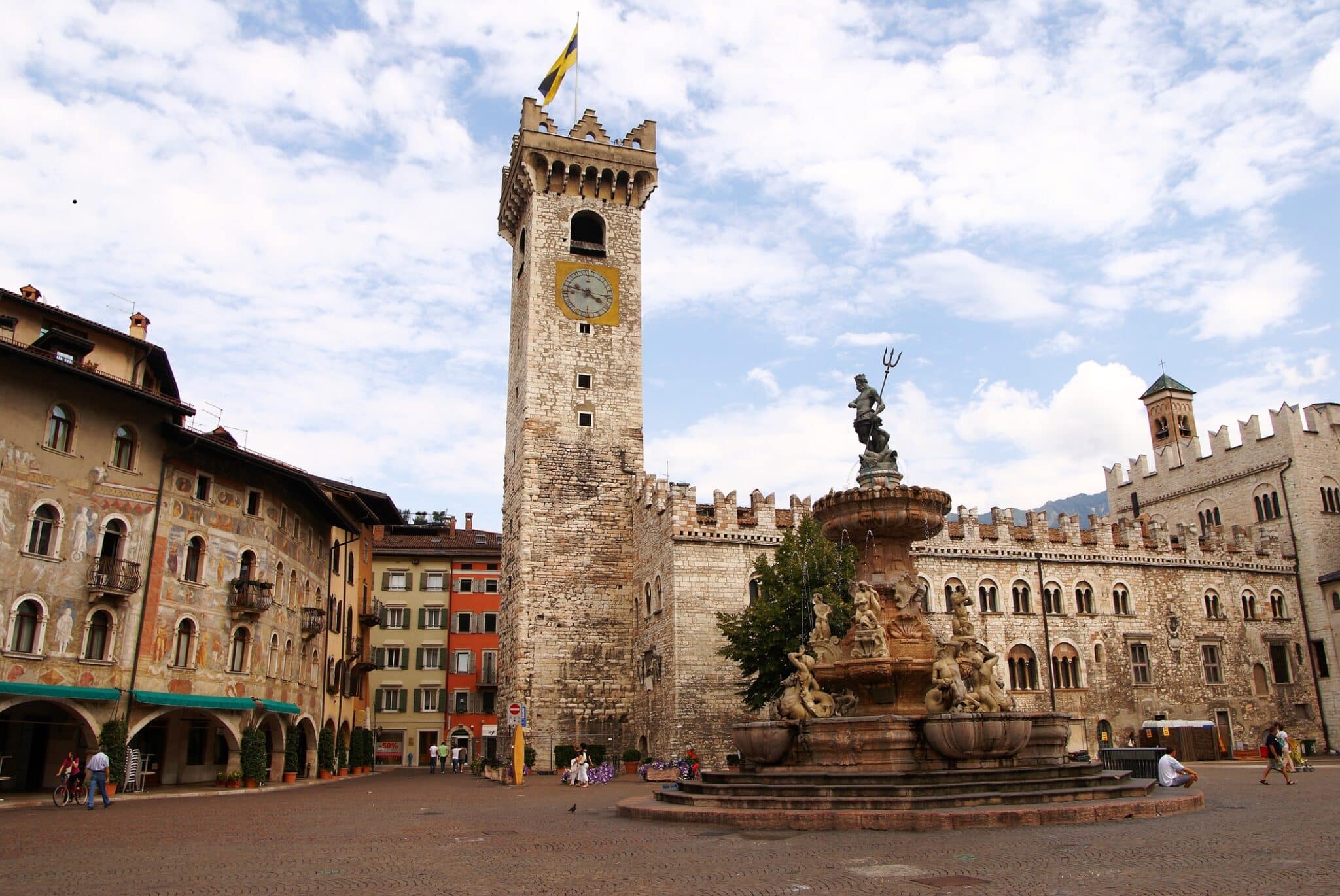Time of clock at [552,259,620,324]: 3:47
